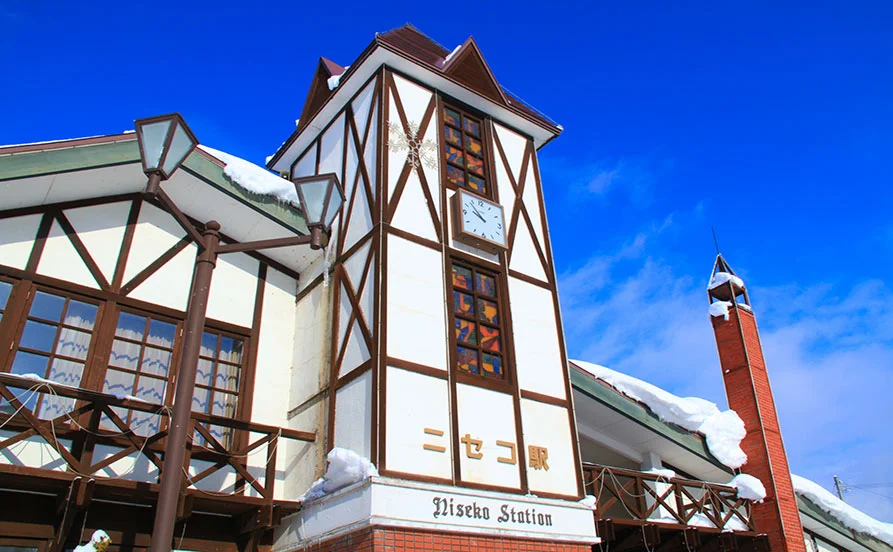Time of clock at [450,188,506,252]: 9:53
